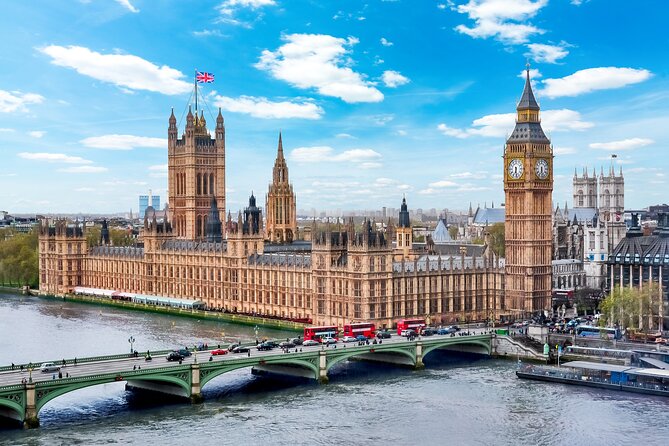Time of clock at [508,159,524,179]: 6:28
